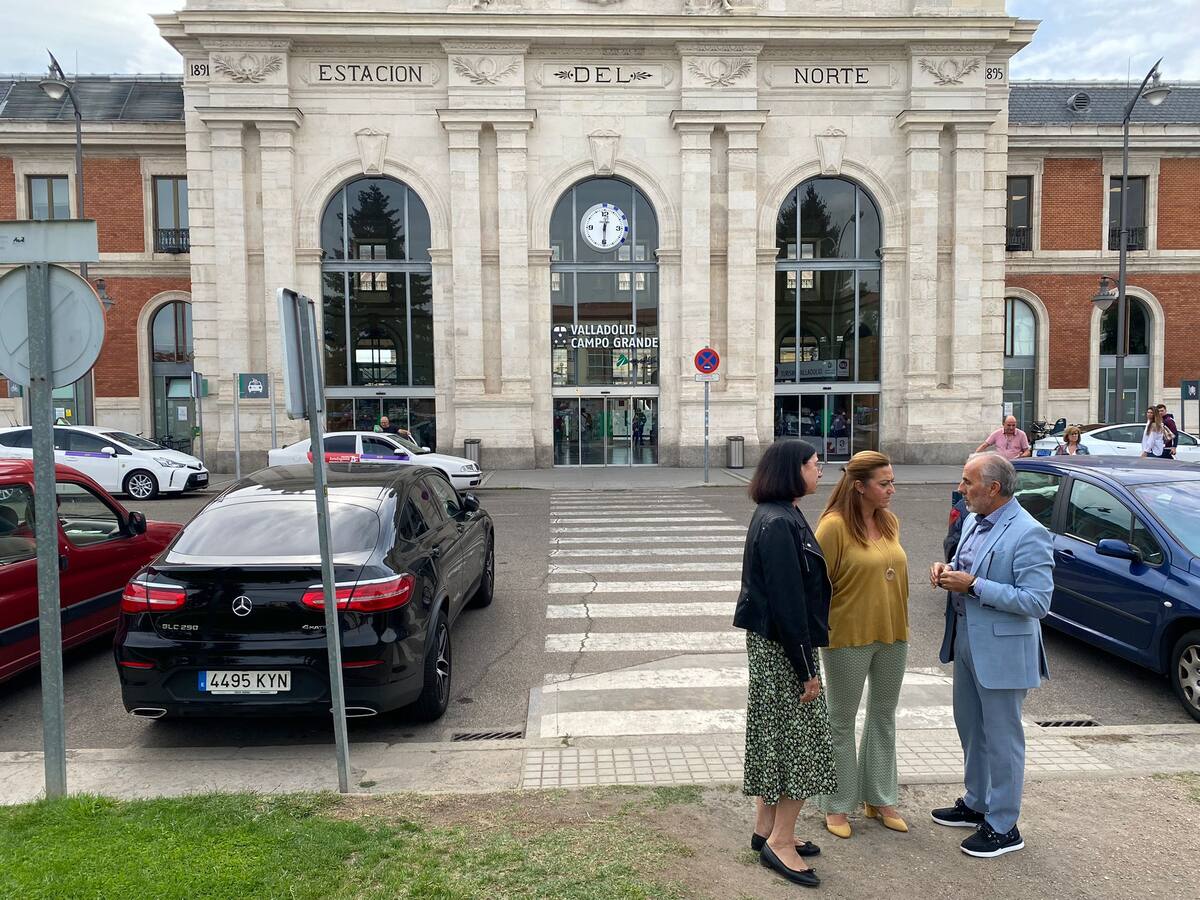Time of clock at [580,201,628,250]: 12:29
